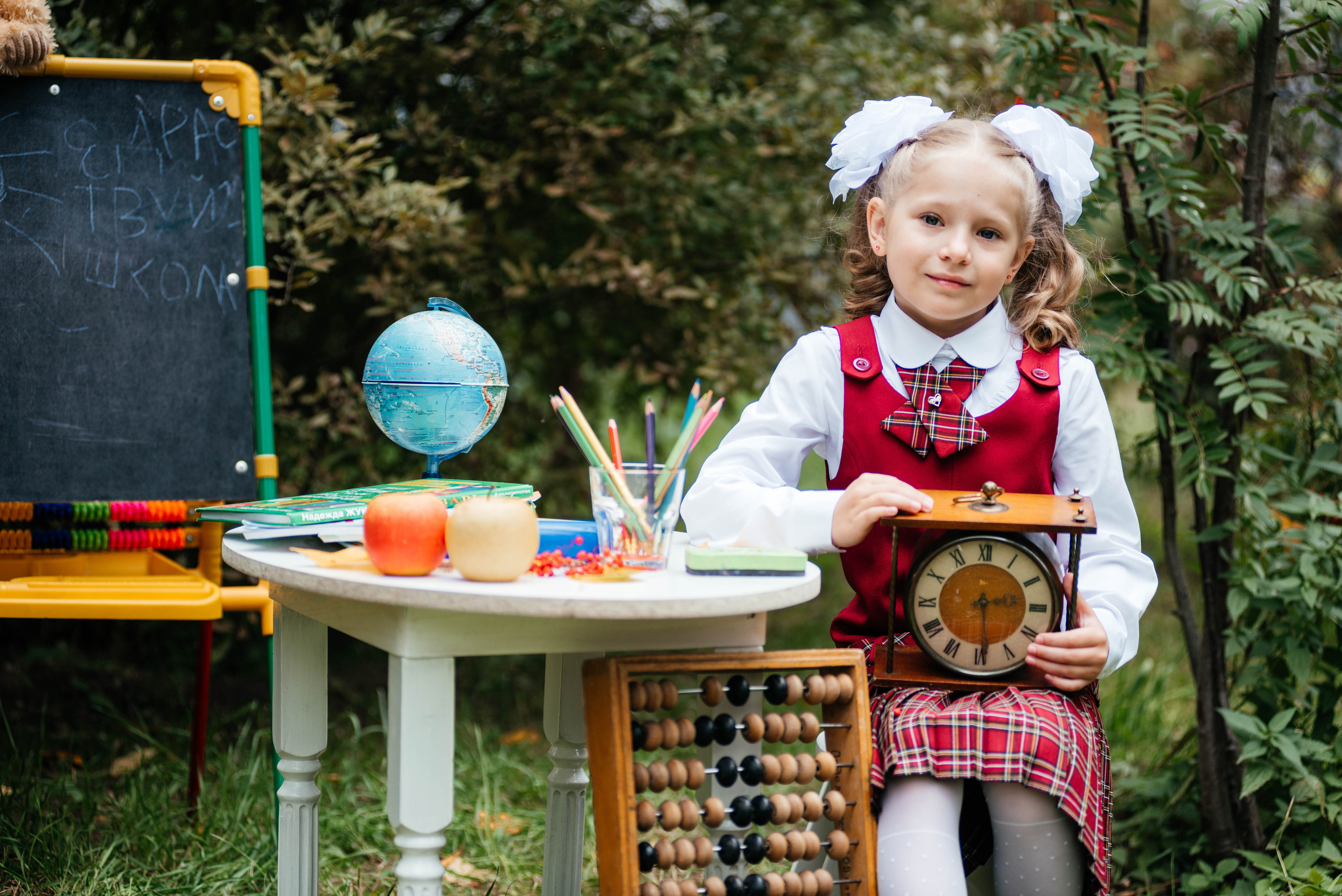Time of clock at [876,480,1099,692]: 2:29
